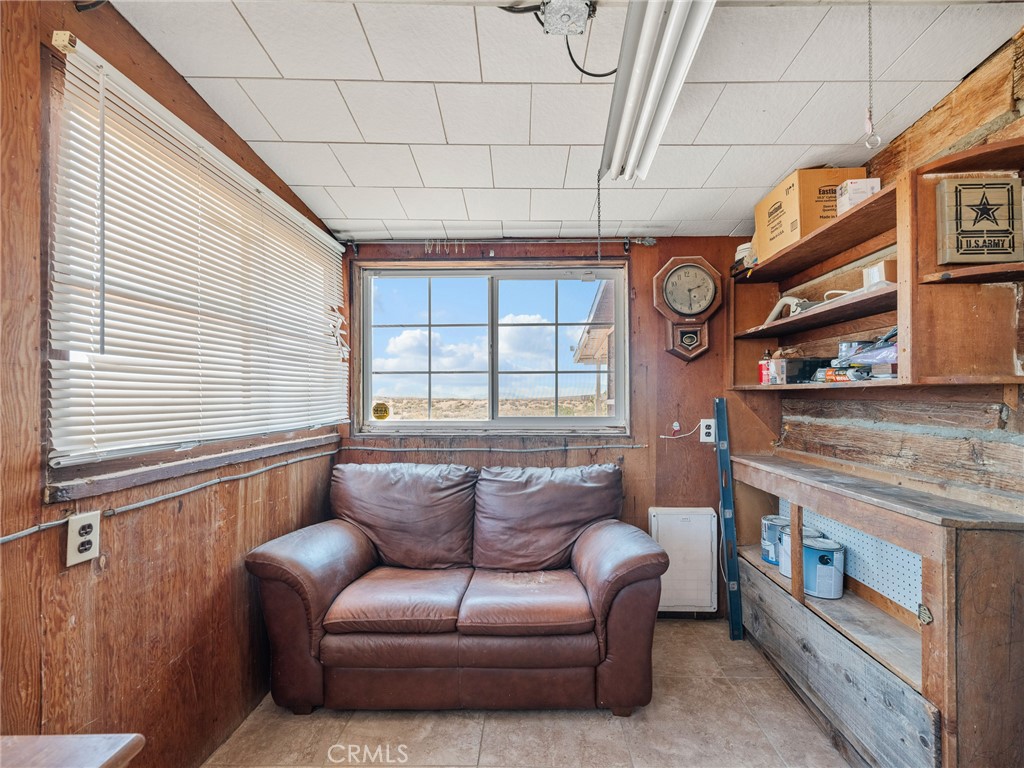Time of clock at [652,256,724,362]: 2:29
